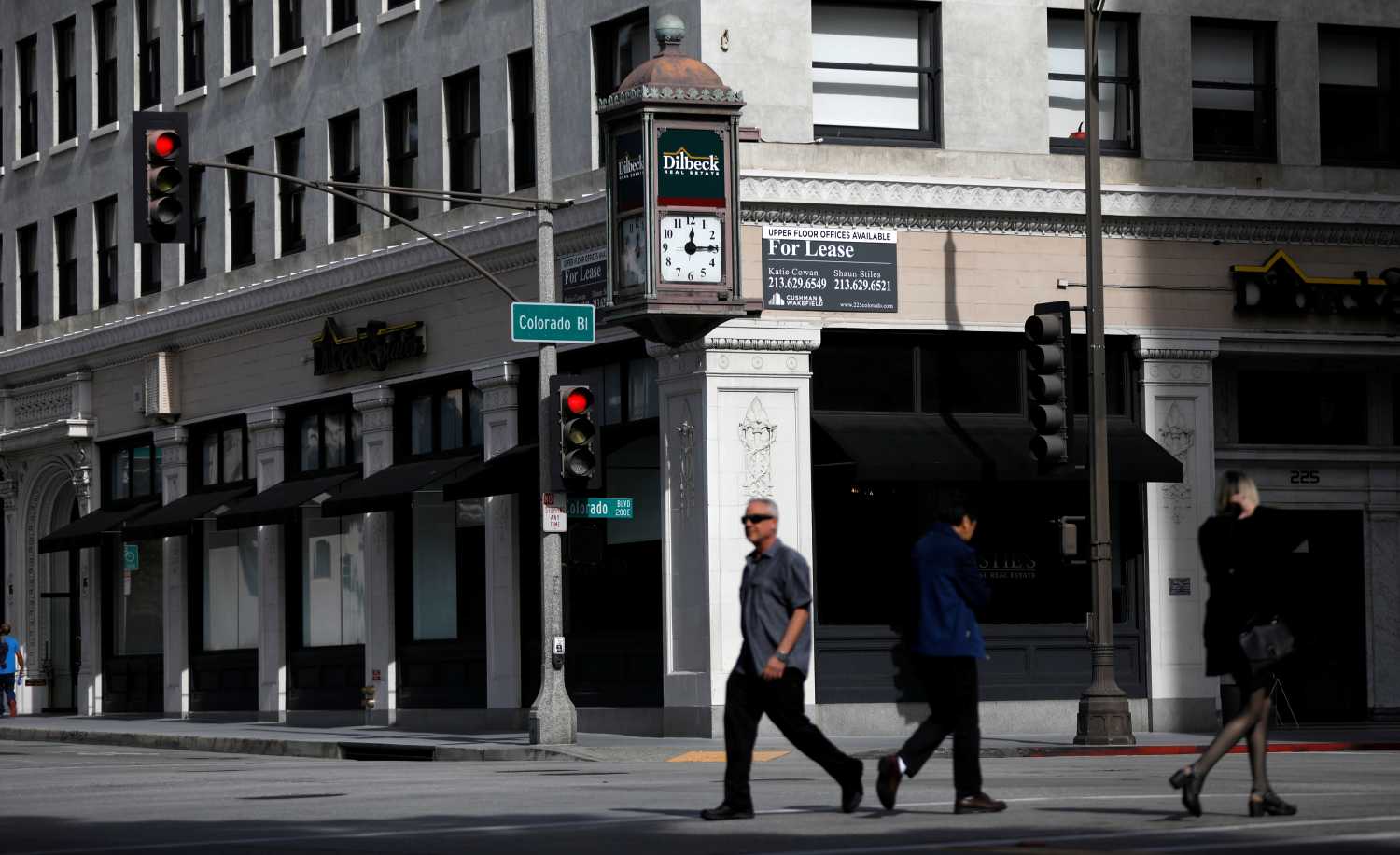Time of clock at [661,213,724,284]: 12:14
